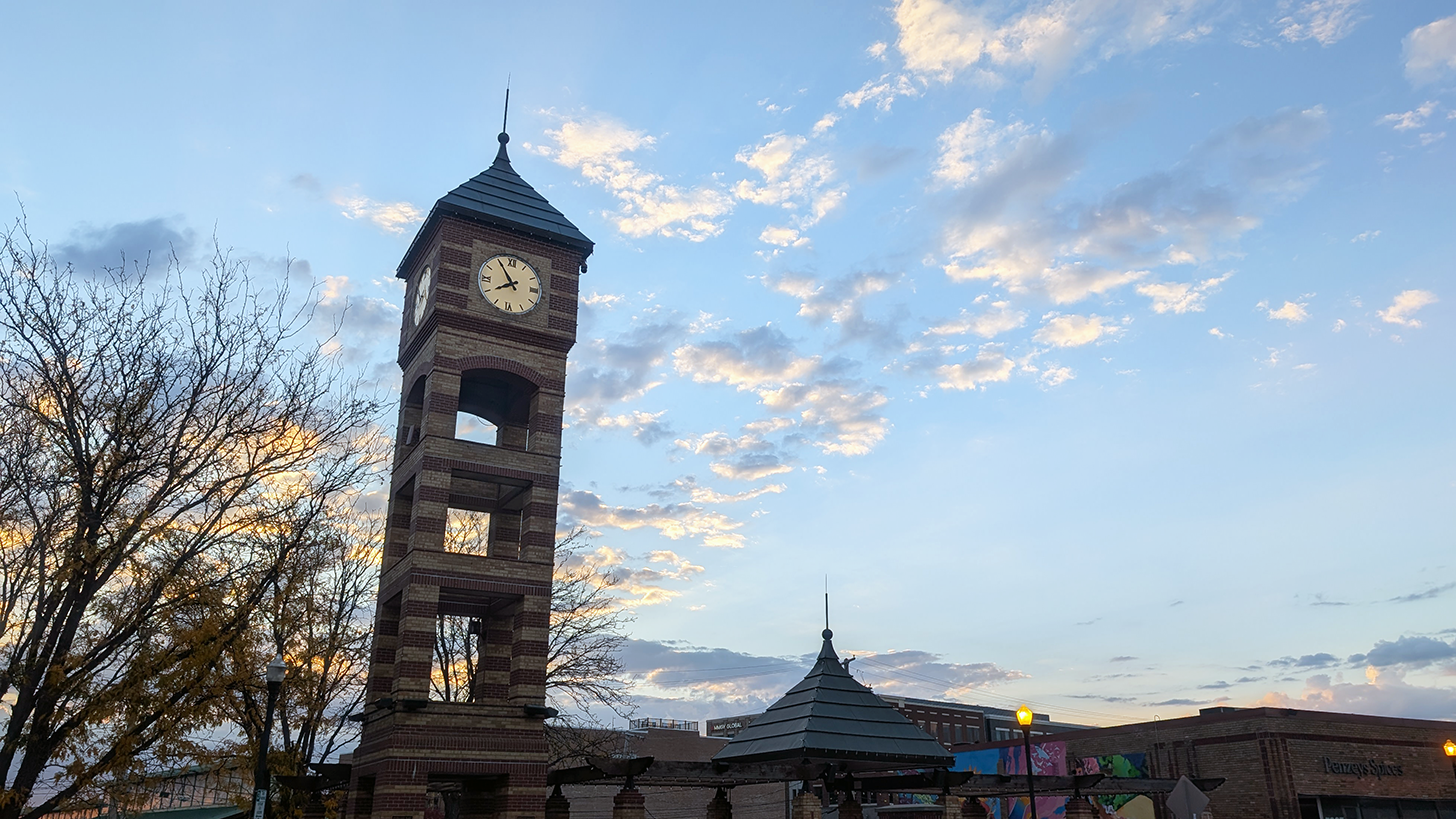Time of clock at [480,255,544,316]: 7:54
